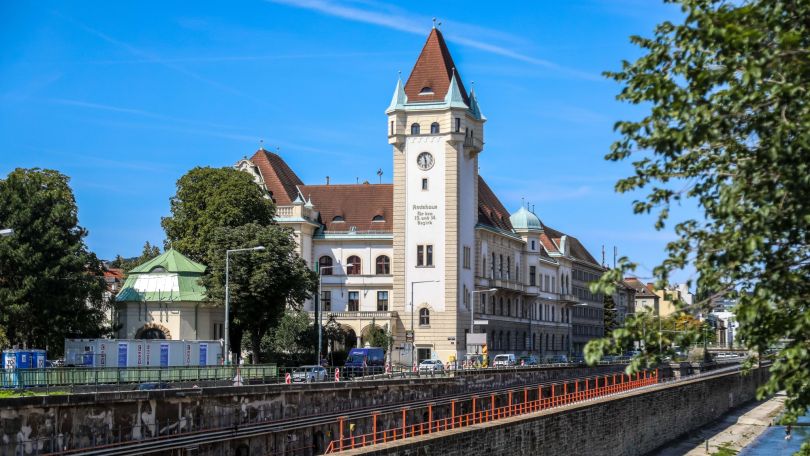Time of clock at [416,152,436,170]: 11:29
